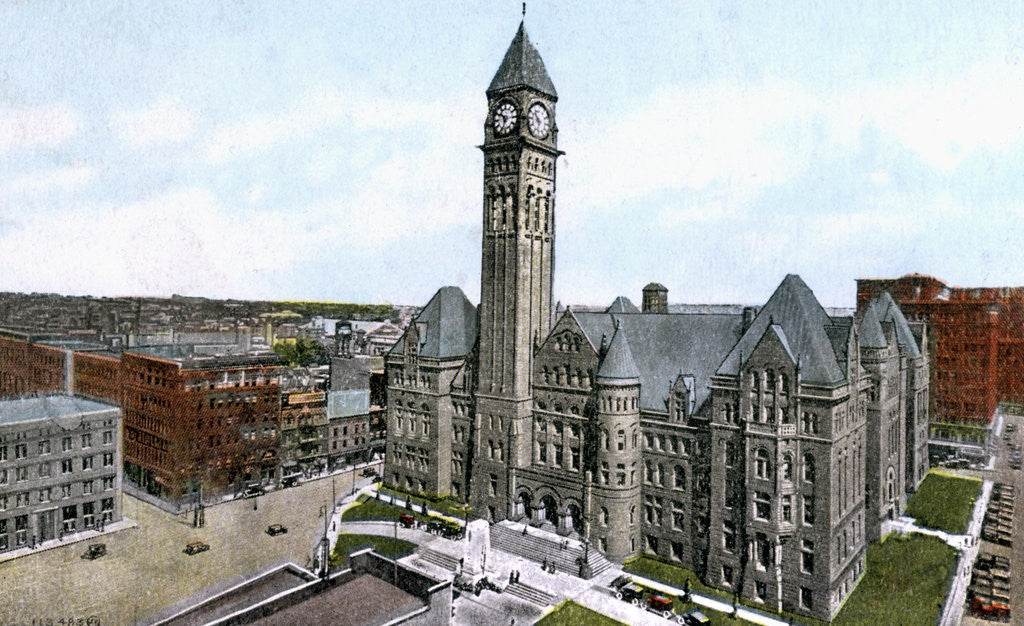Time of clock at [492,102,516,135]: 10:33
